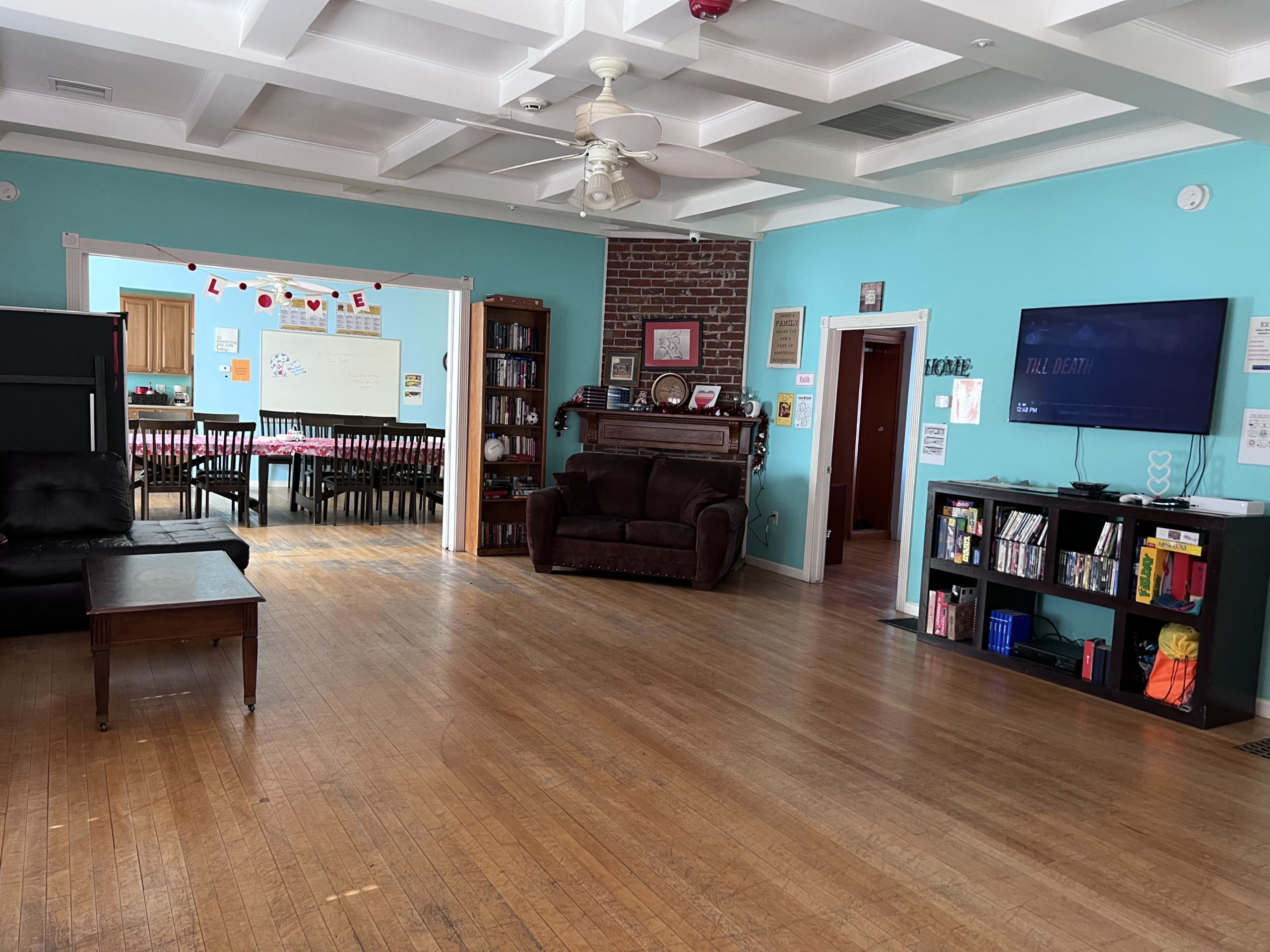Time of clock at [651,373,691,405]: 12:46
